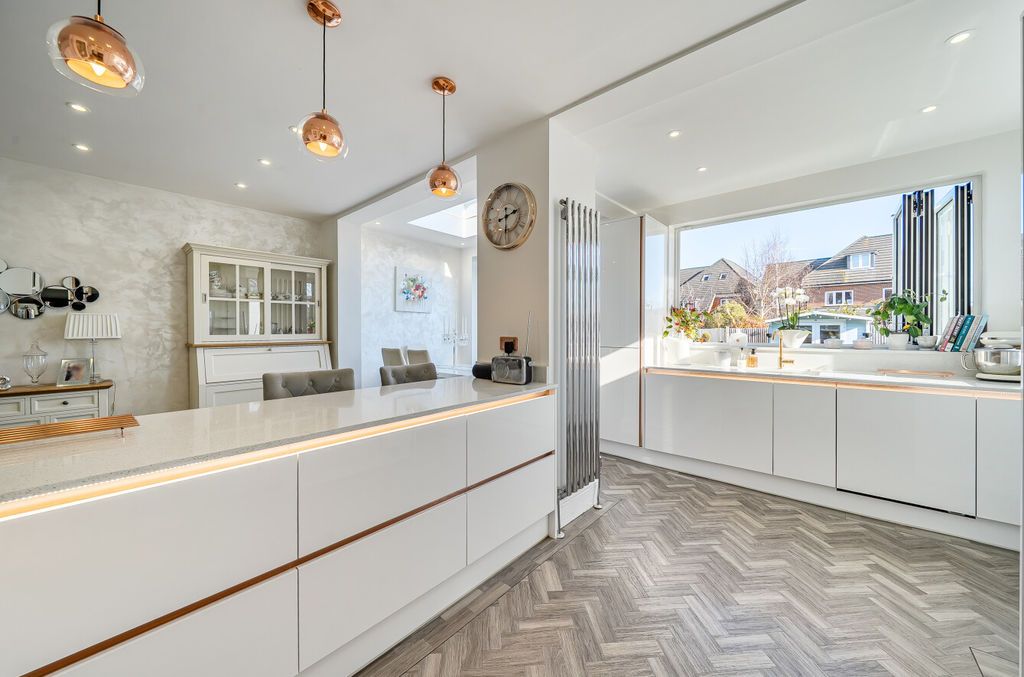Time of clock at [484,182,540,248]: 2:29
